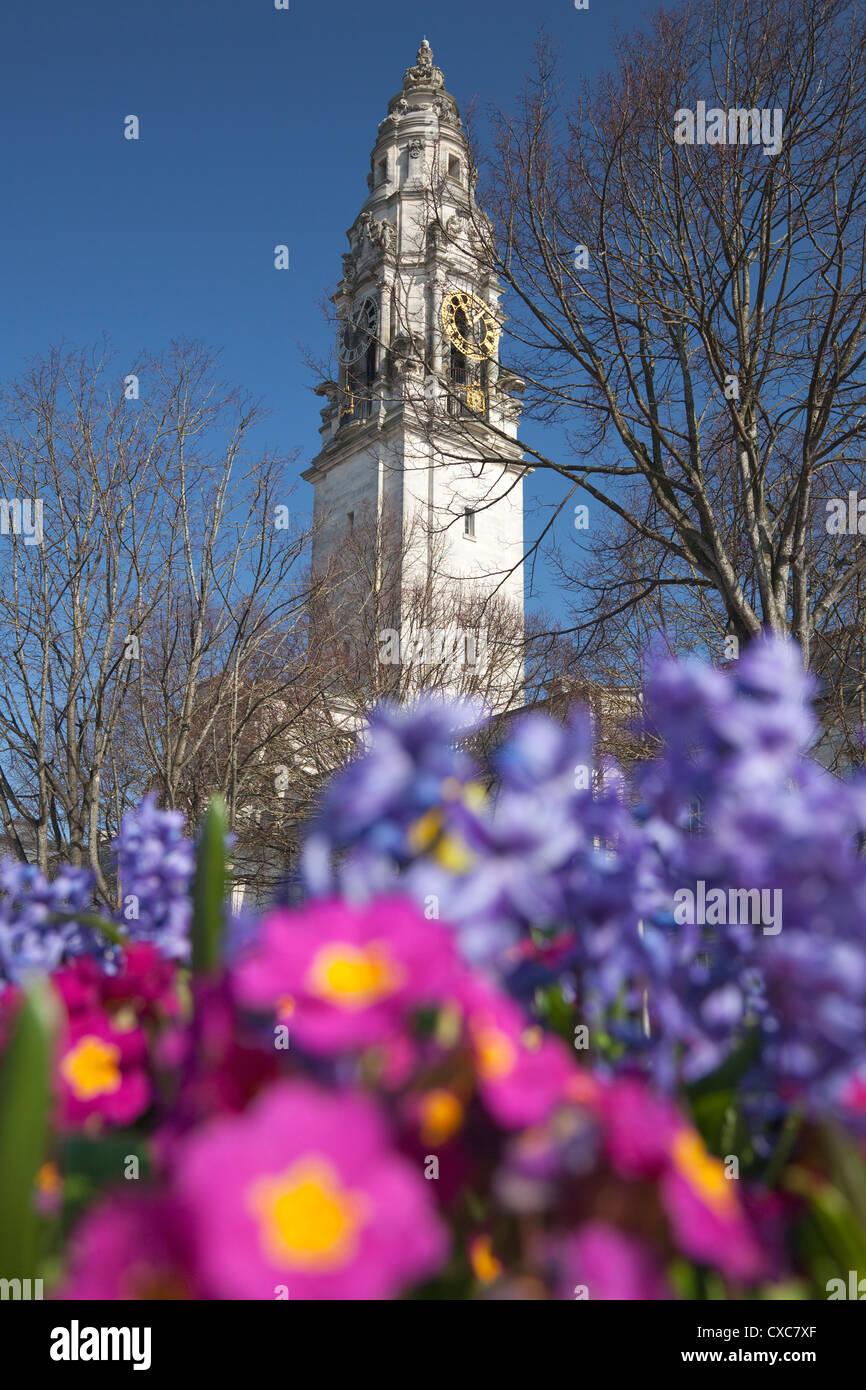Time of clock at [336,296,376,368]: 1:18
